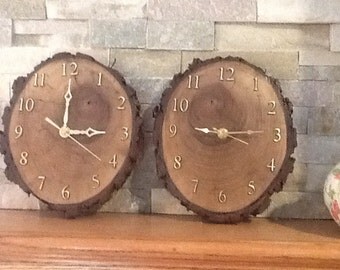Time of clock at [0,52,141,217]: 3:00
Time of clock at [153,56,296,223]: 9:14
